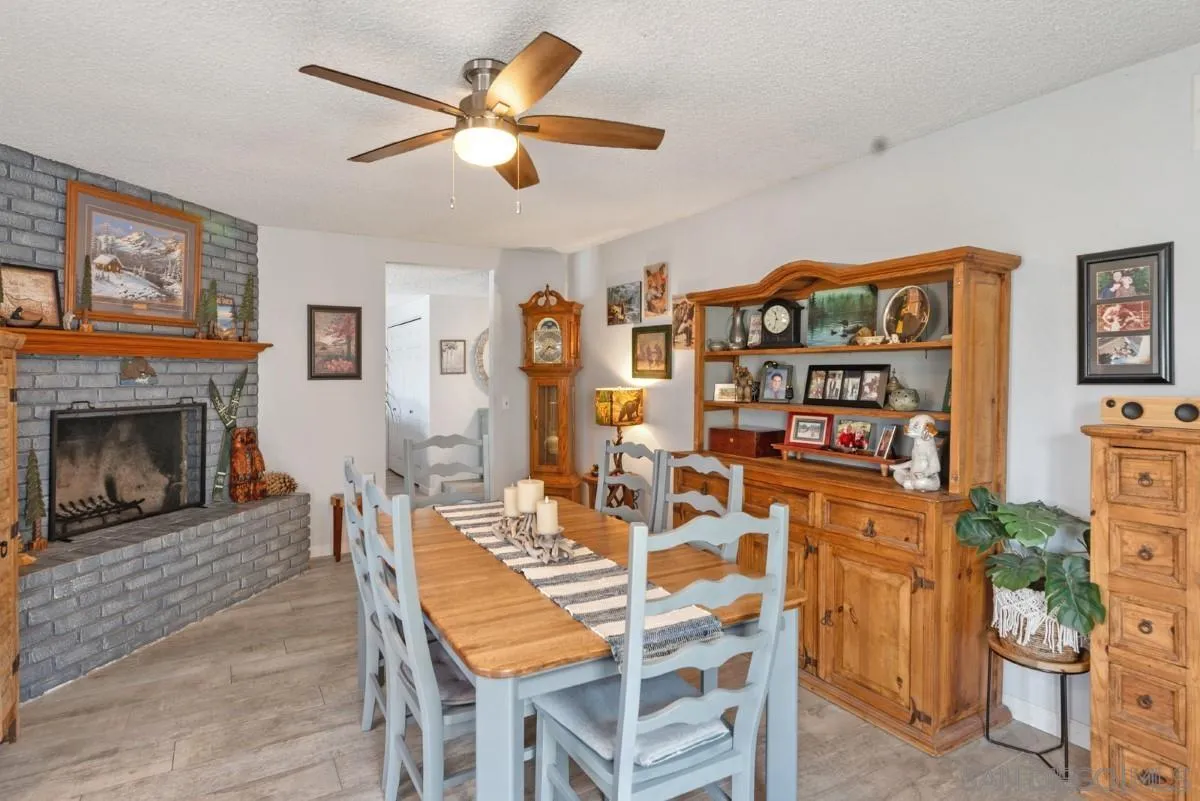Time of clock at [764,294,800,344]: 11:32
